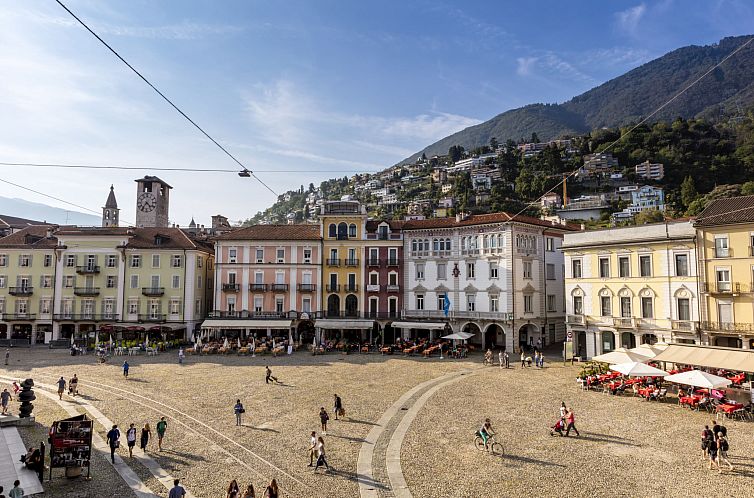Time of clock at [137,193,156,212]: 4:35
